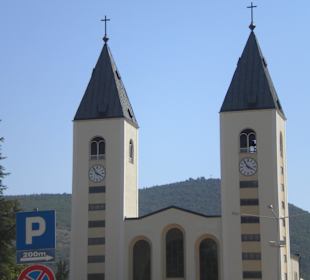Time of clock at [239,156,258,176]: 3:54
